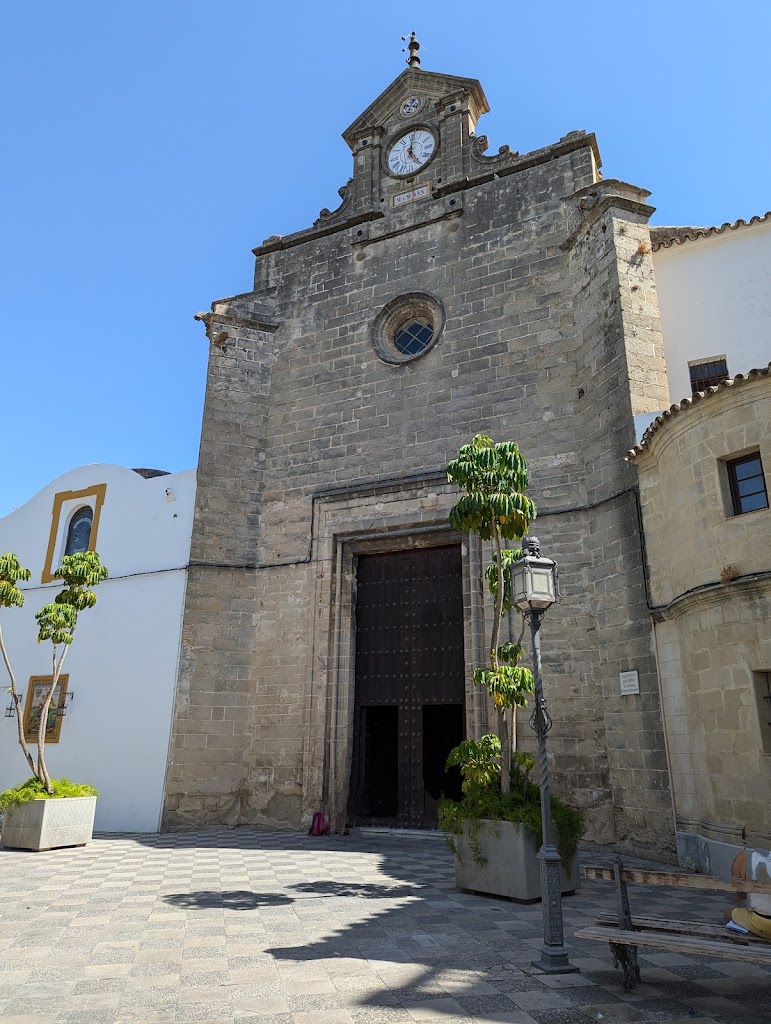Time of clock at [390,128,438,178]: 12:24
